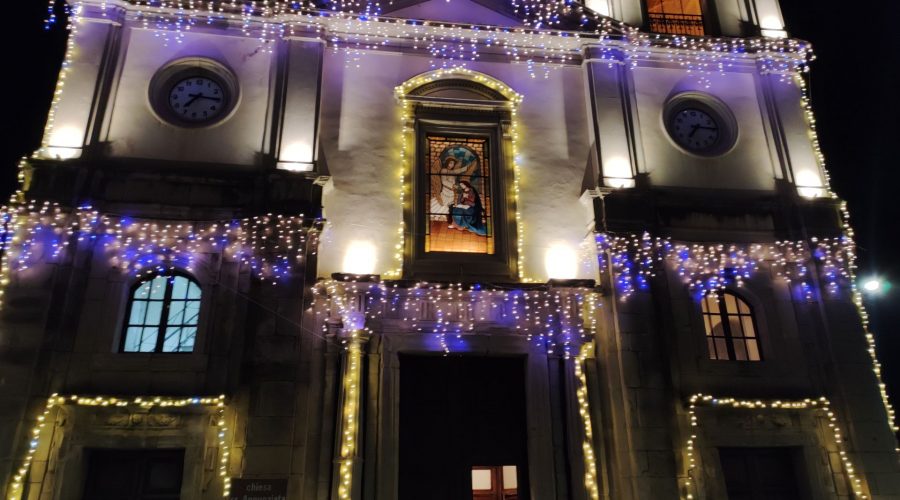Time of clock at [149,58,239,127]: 7:15
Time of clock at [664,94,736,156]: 7:14
